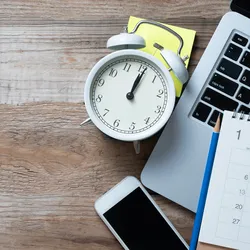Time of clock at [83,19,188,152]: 1:06
